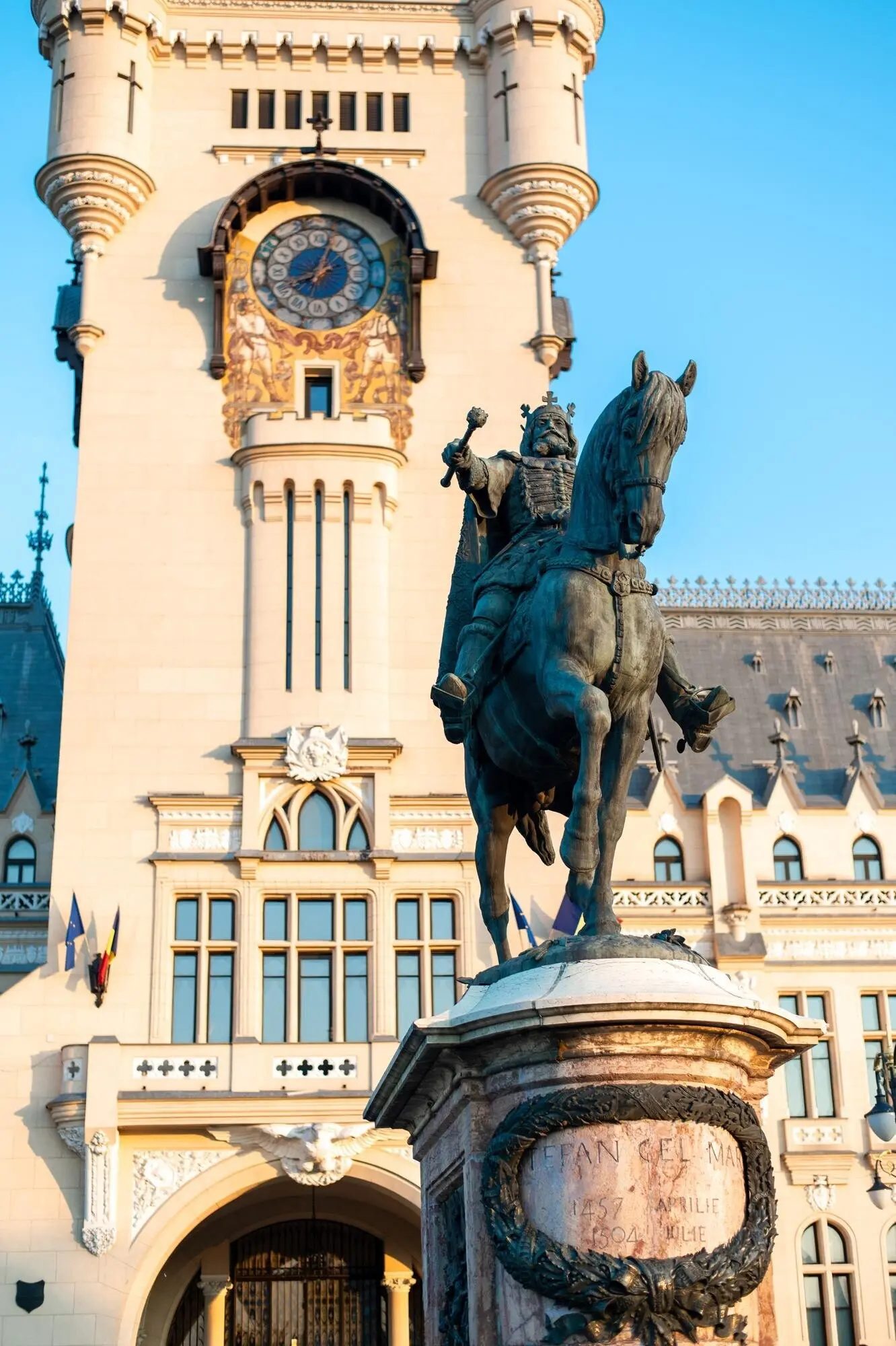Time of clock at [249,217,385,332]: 8:01
